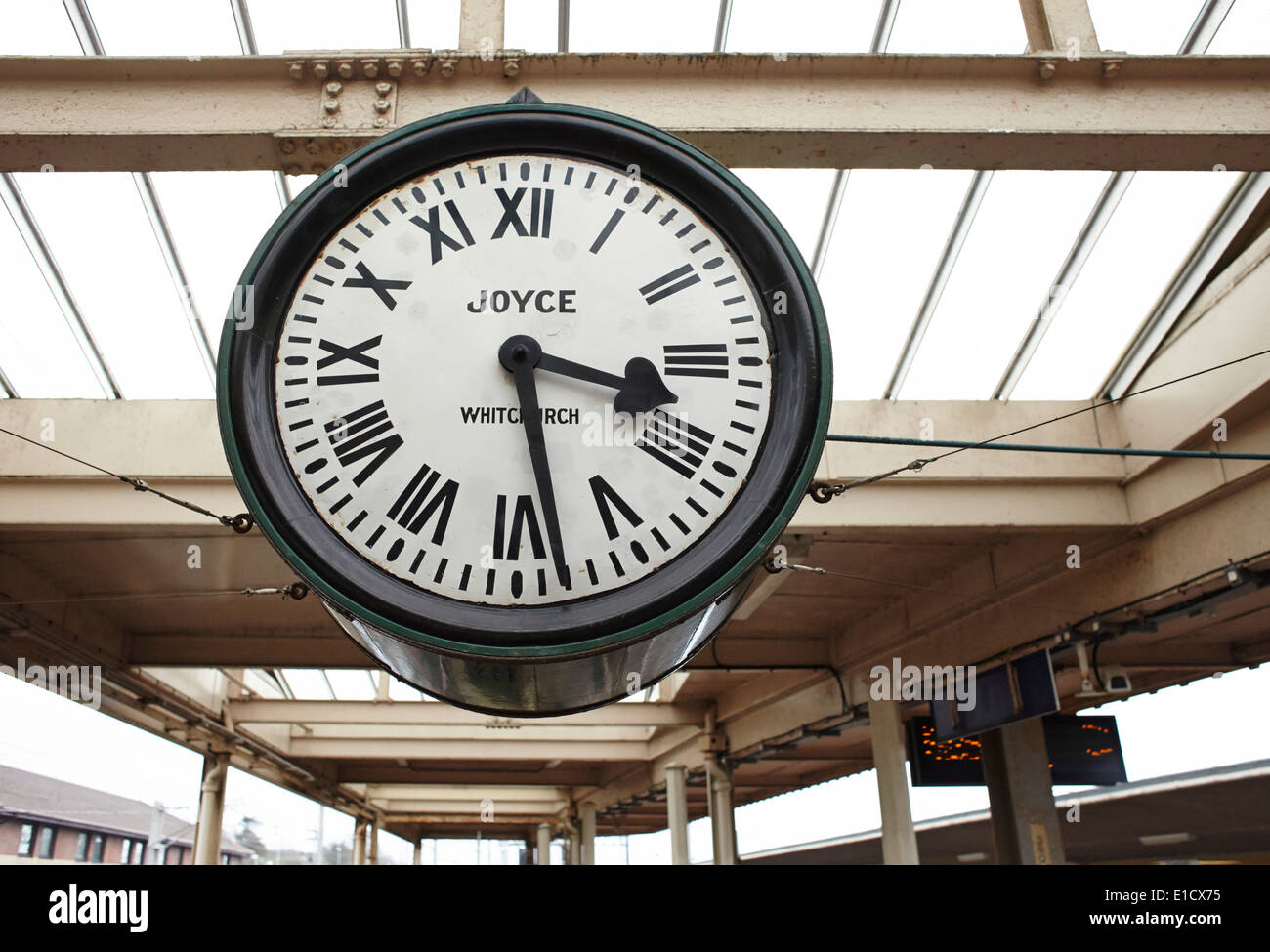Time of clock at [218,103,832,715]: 3:28
